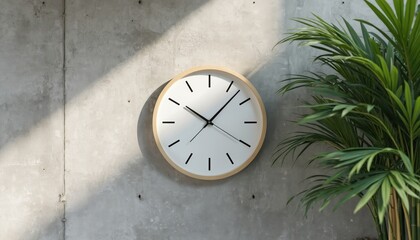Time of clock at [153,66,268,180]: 10:07
